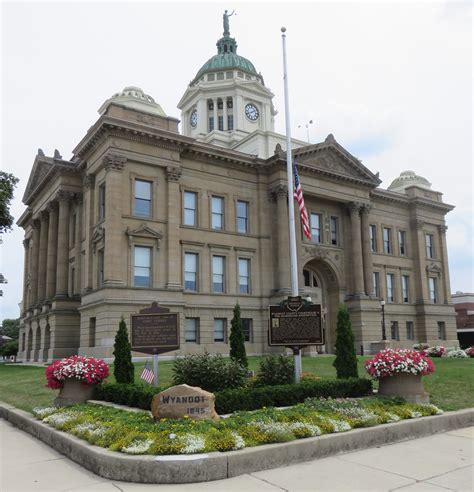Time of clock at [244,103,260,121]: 1:40
